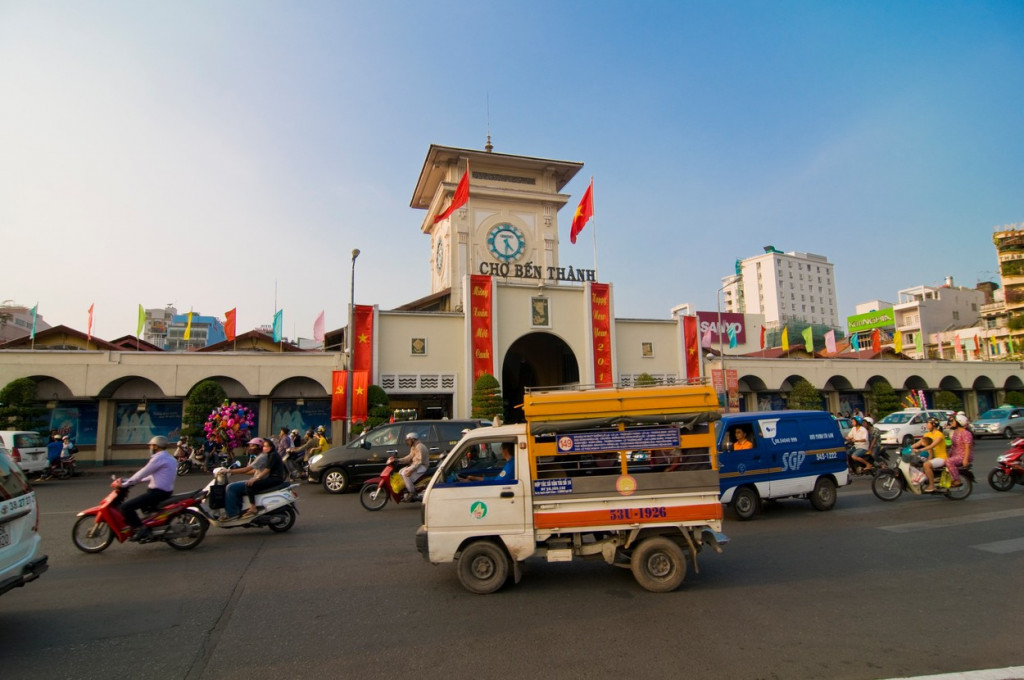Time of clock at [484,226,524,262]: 4:31
